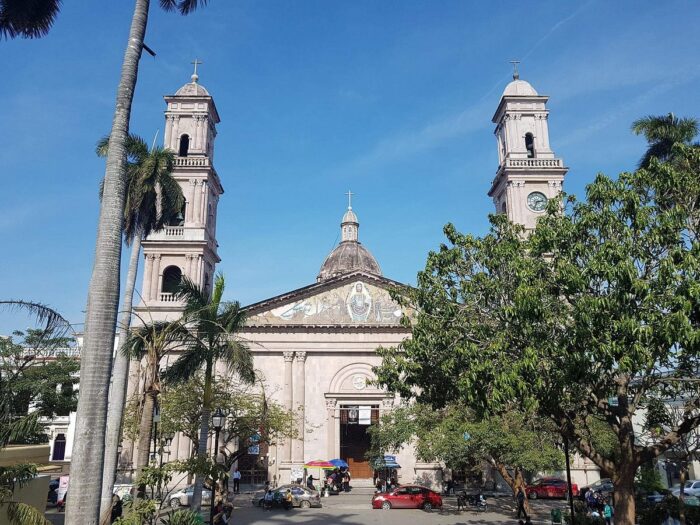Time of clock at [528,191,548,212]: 2:33
